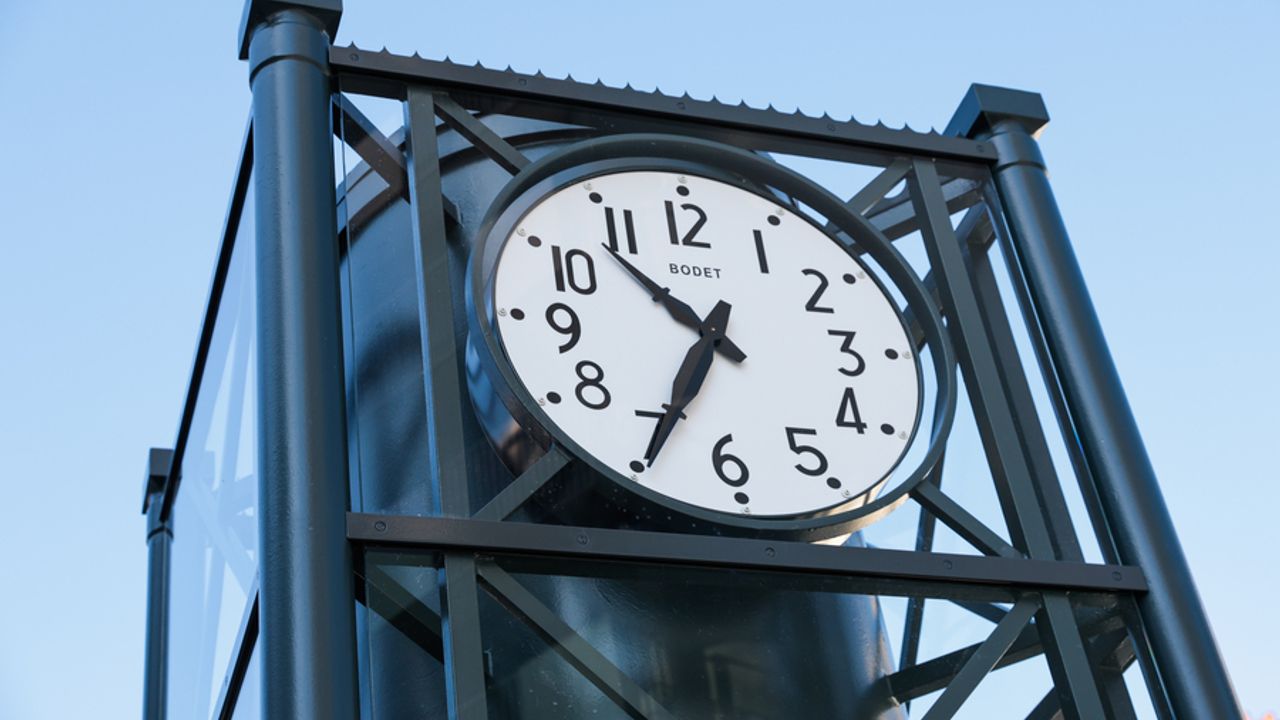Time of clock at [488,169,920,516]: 10:34
